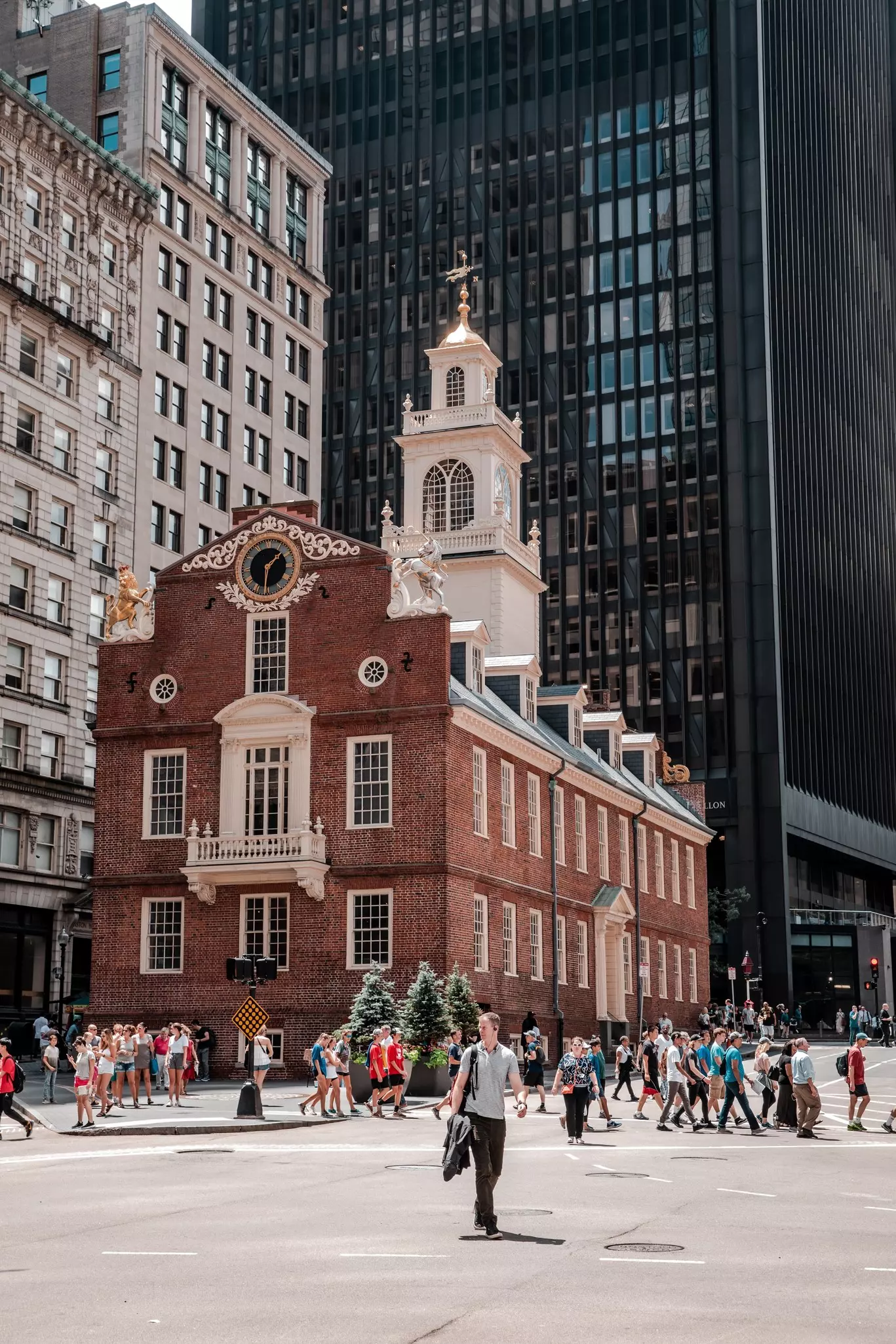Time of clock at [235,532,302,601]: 1:31
